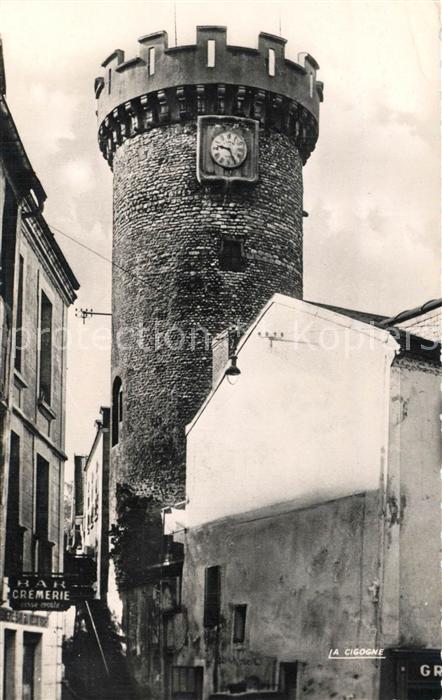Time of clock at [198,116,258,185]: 9:25
